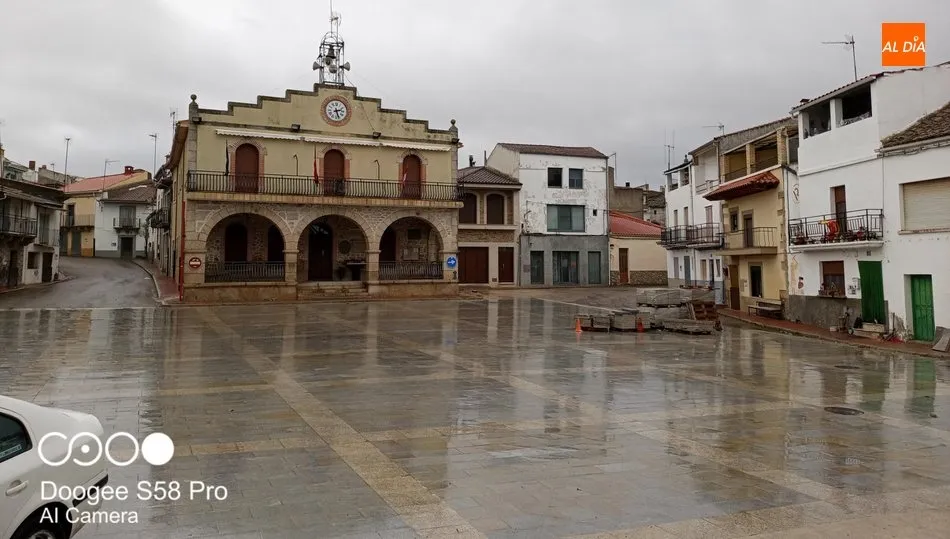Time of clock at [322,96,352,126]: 2:26
